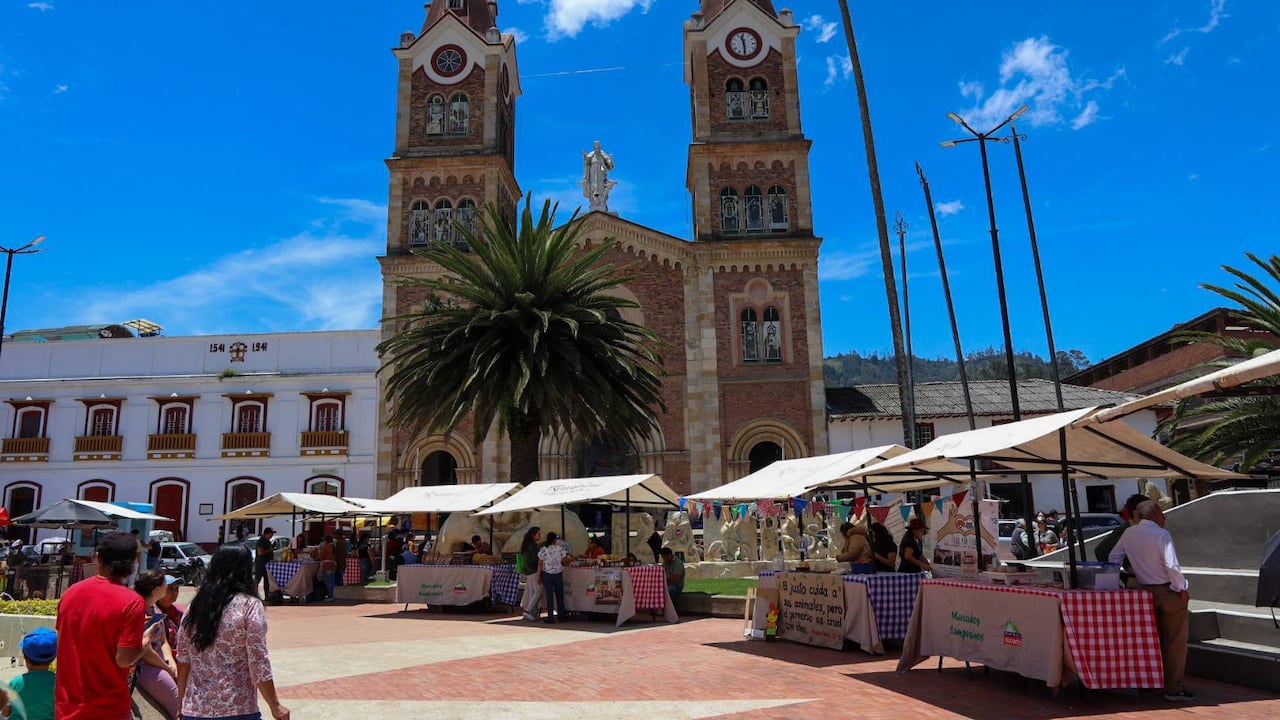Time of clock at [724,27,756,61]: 11:29
